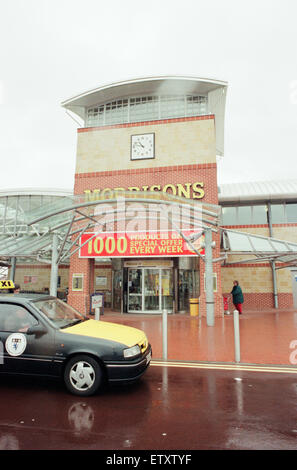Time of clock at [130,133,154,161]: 10:48
